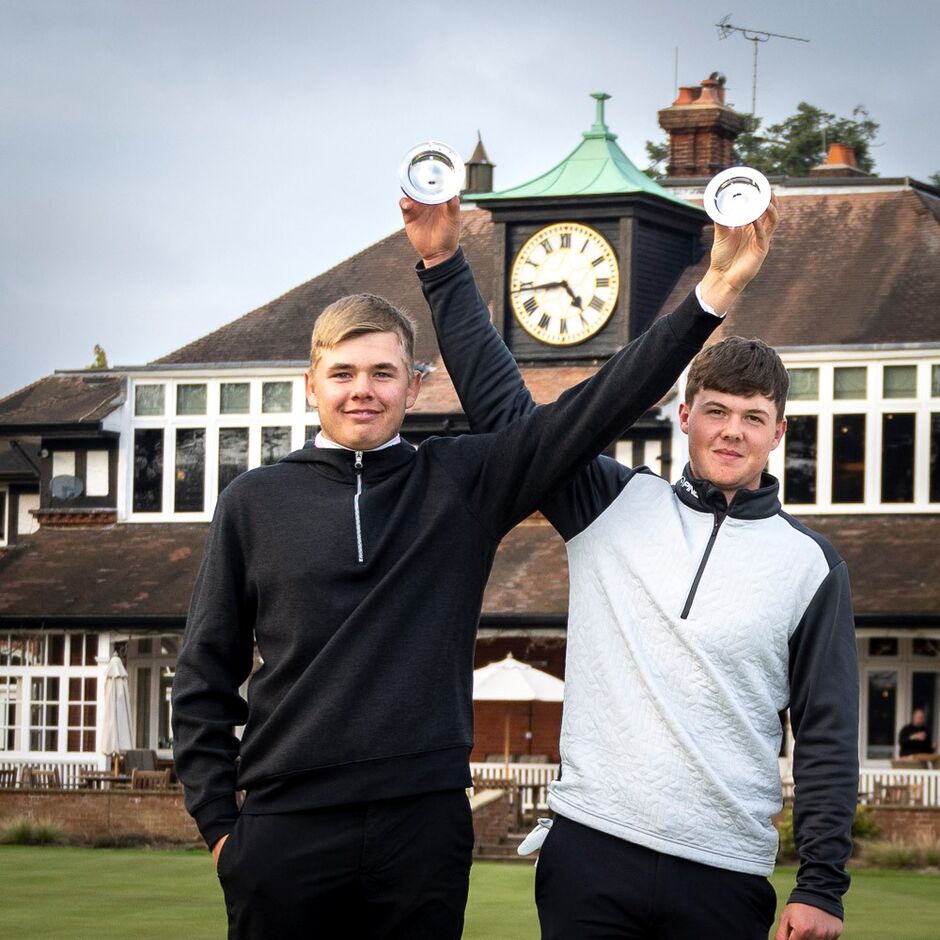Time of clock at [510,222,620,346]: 4:43
